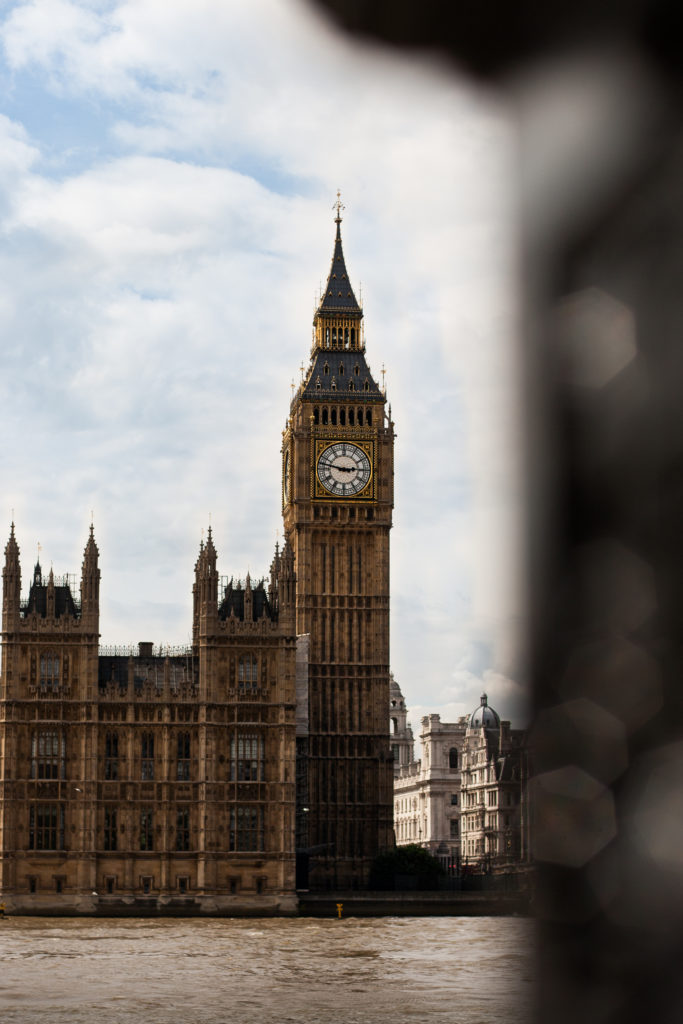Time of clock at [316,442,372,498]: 2:47
